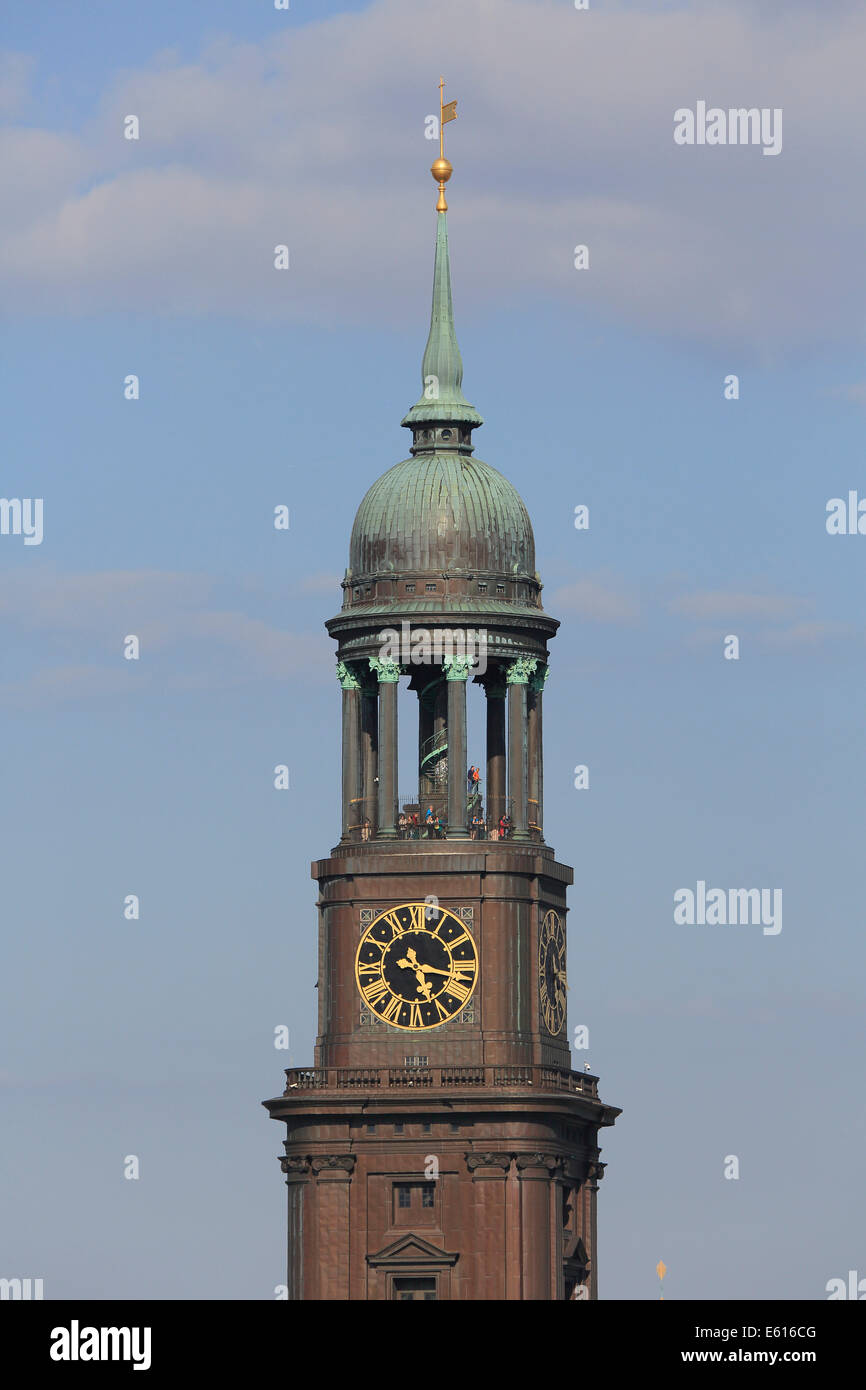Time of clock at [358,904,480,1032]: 3:24
